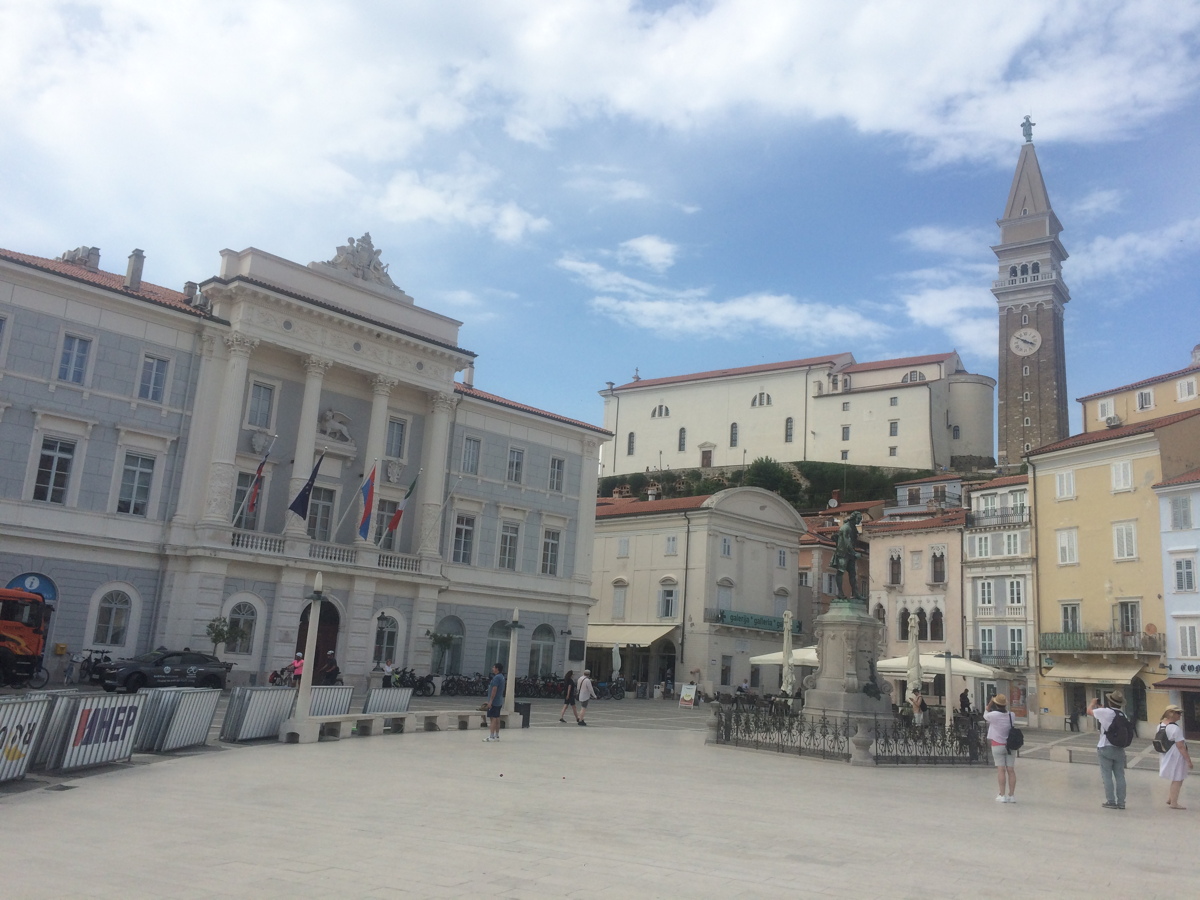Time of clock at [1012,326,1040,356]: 3:49
